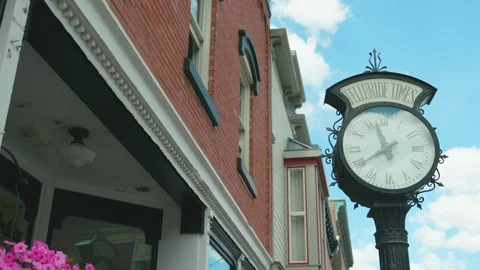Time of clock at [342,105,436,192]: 7:57
